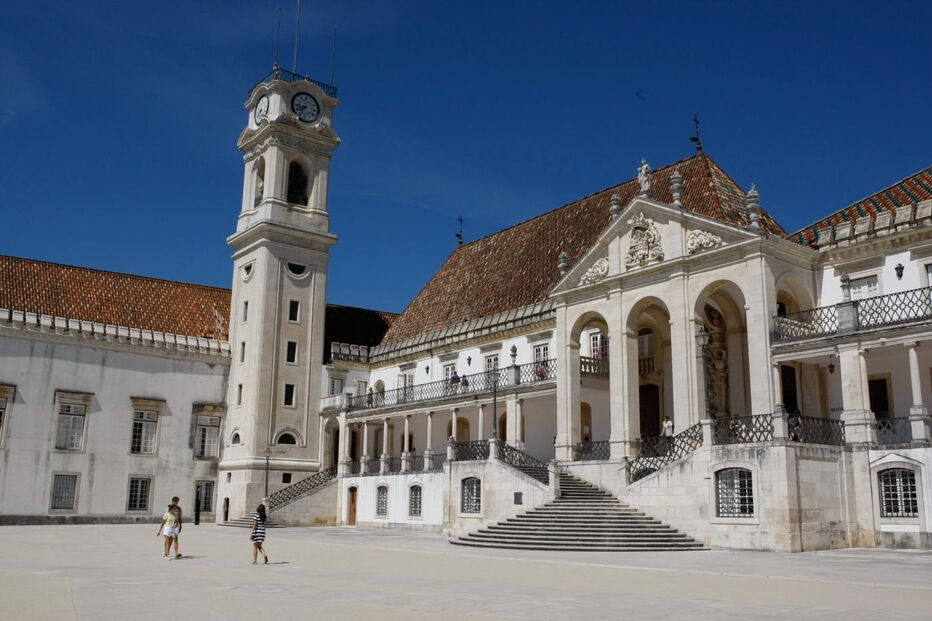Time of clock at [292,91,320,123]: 7:44
